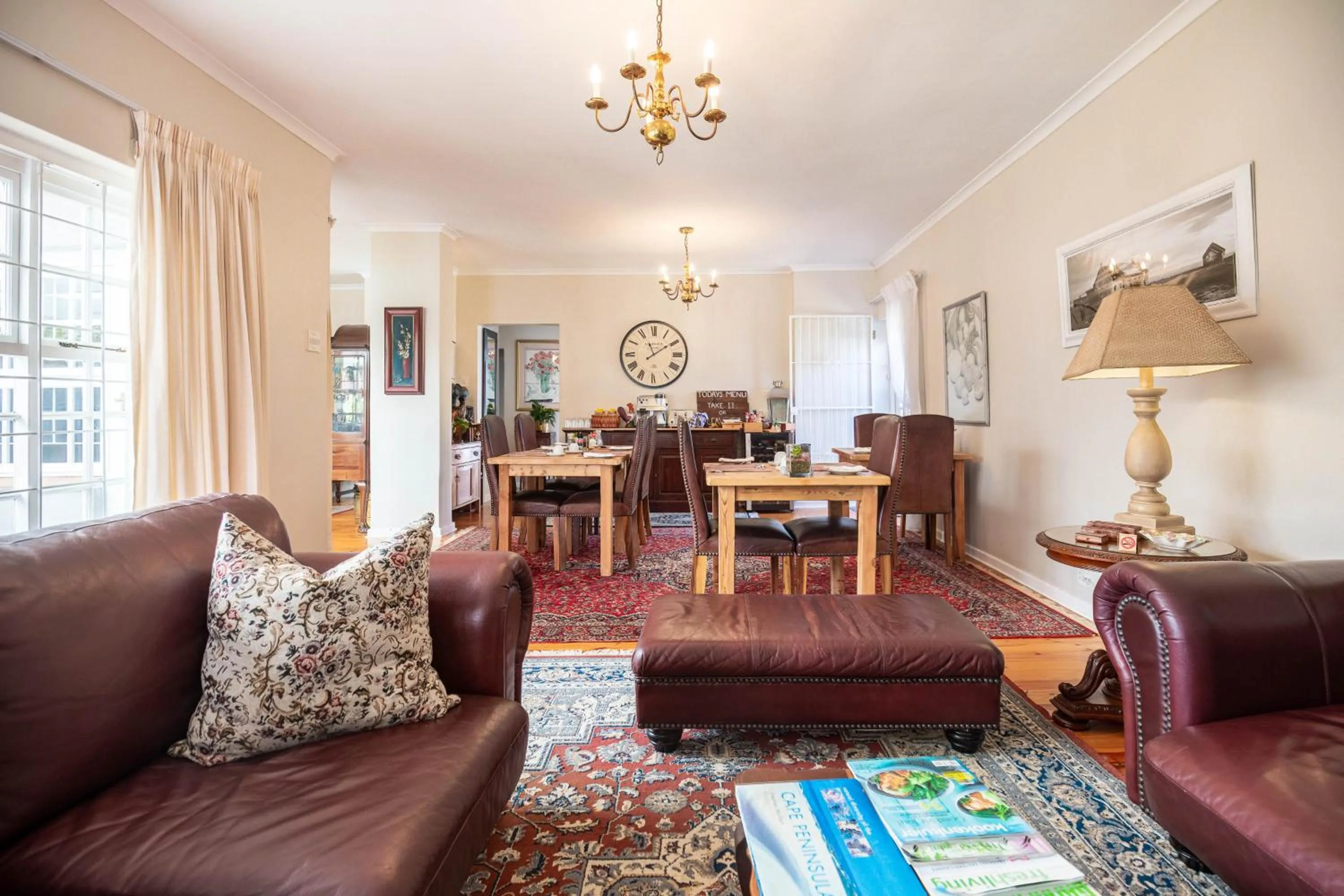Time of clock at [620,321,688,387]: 11:09
